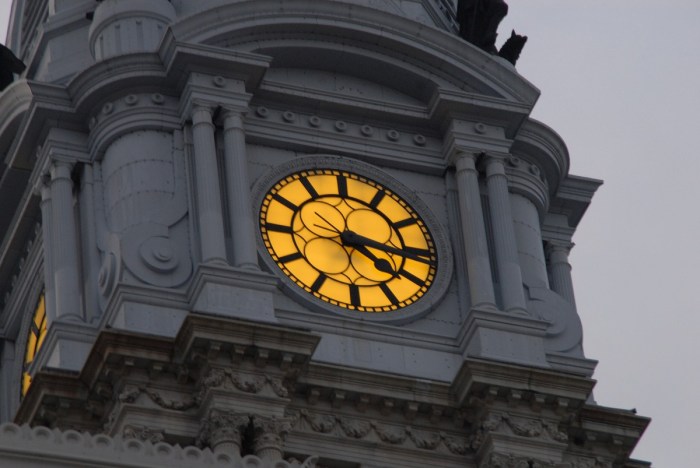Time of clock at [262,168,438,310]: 4:16
